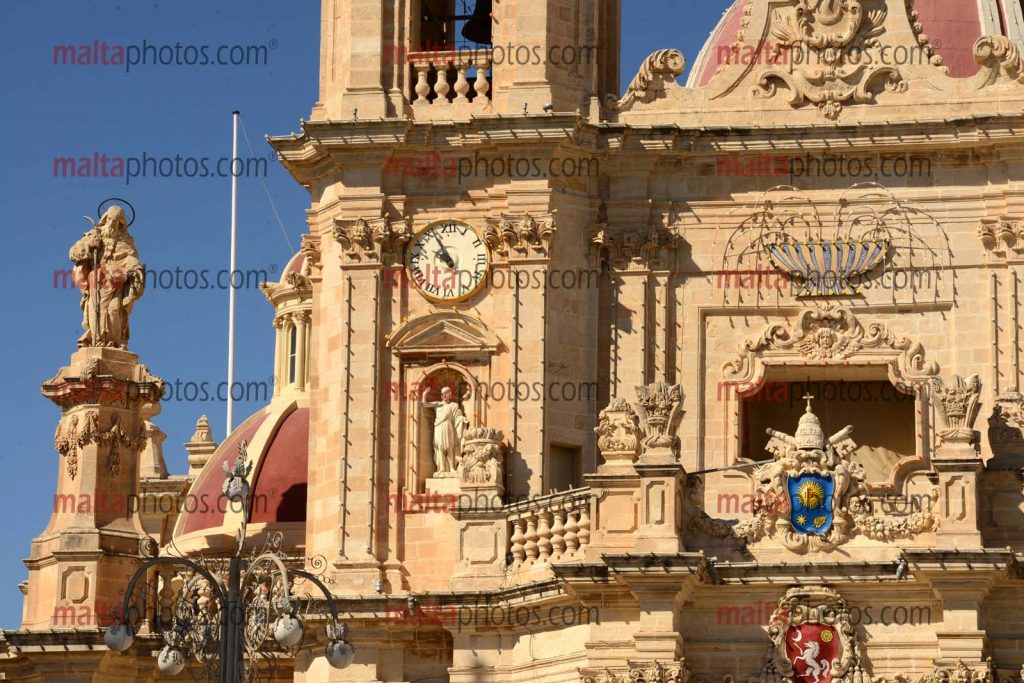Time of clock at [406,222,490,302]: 9:55
